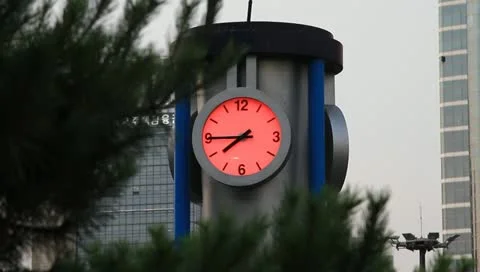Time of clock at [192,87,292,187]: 7:44
